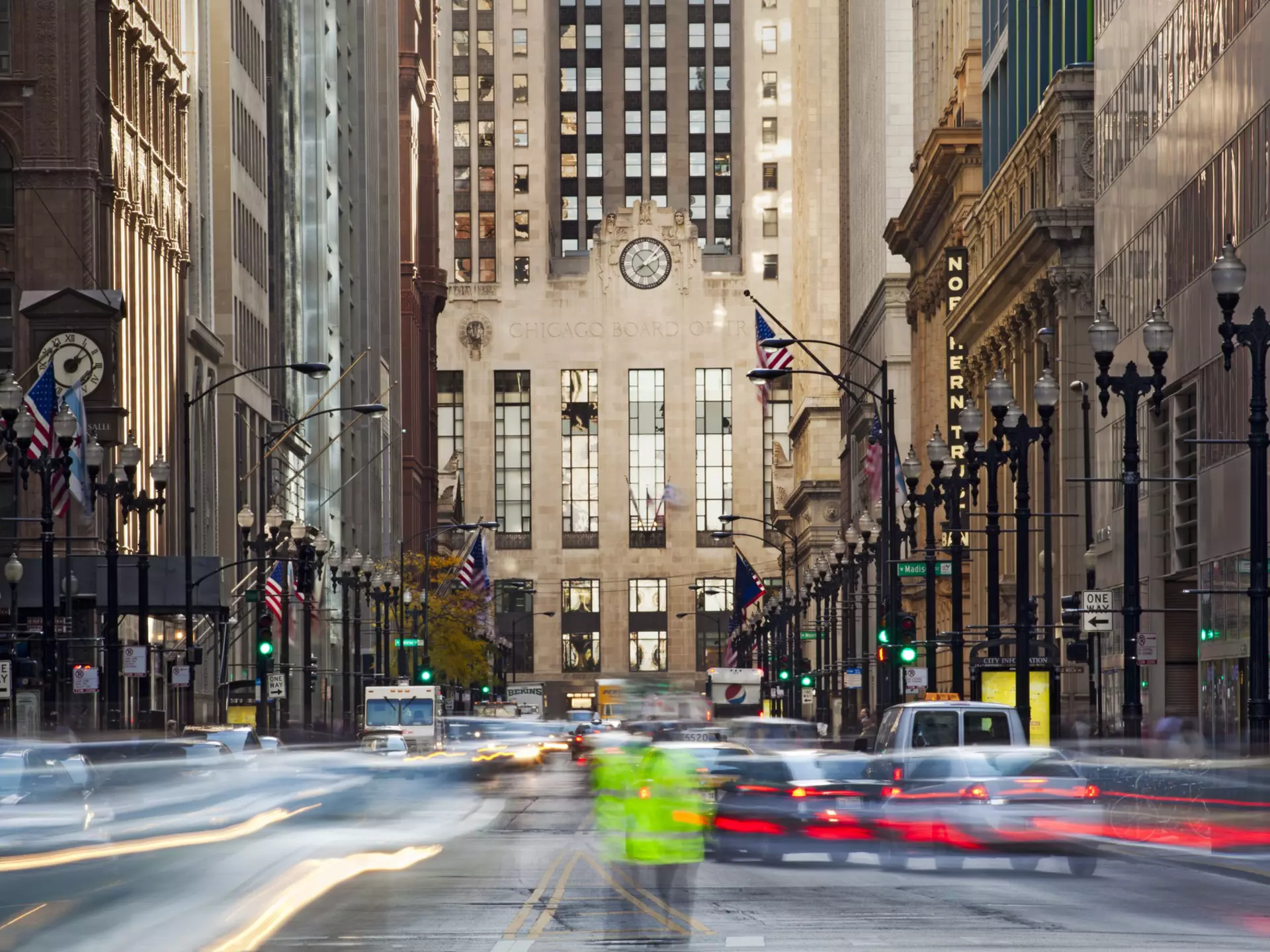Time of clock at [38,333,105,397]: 2:06
